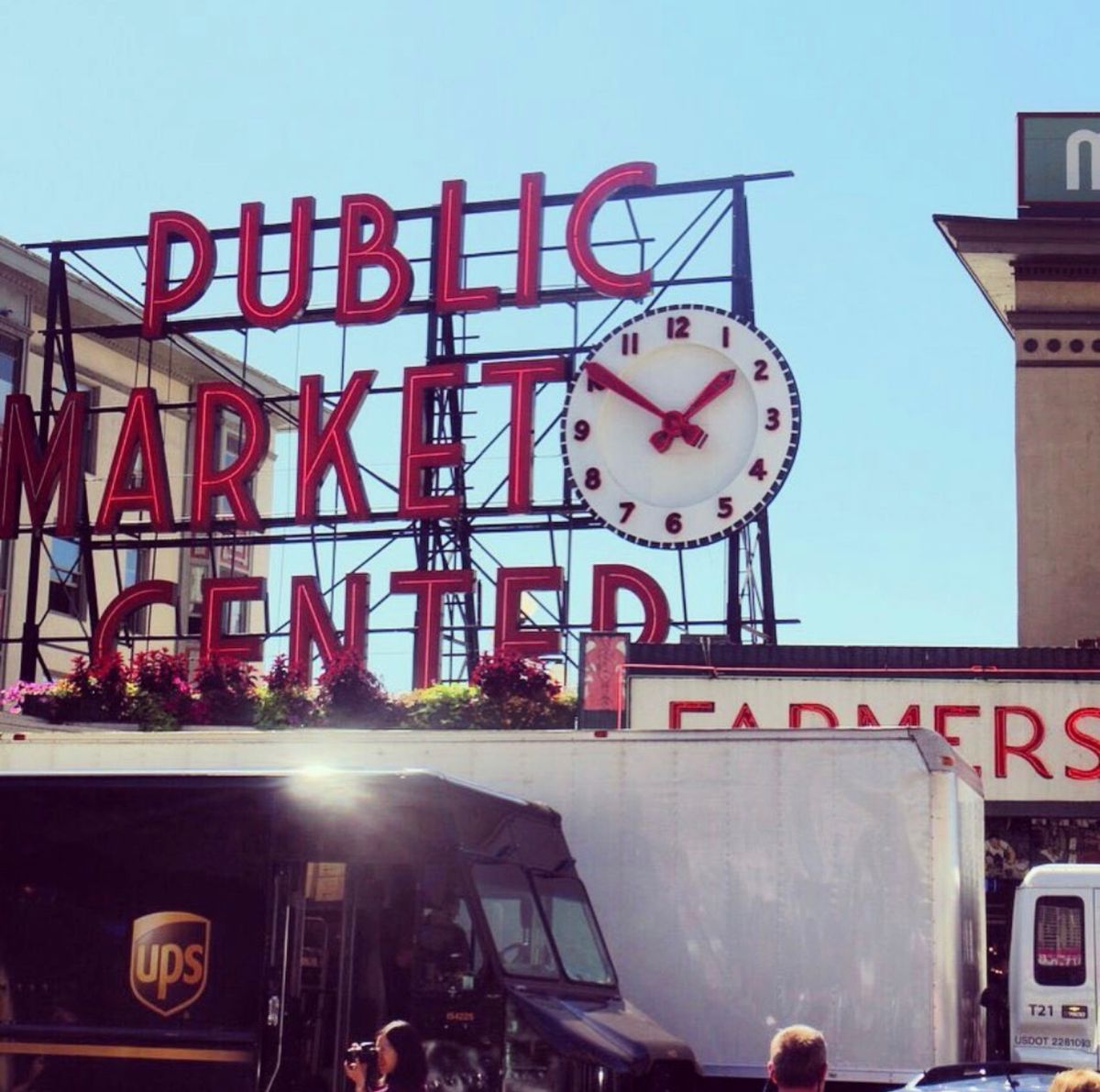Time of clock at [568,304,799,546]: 1:50
